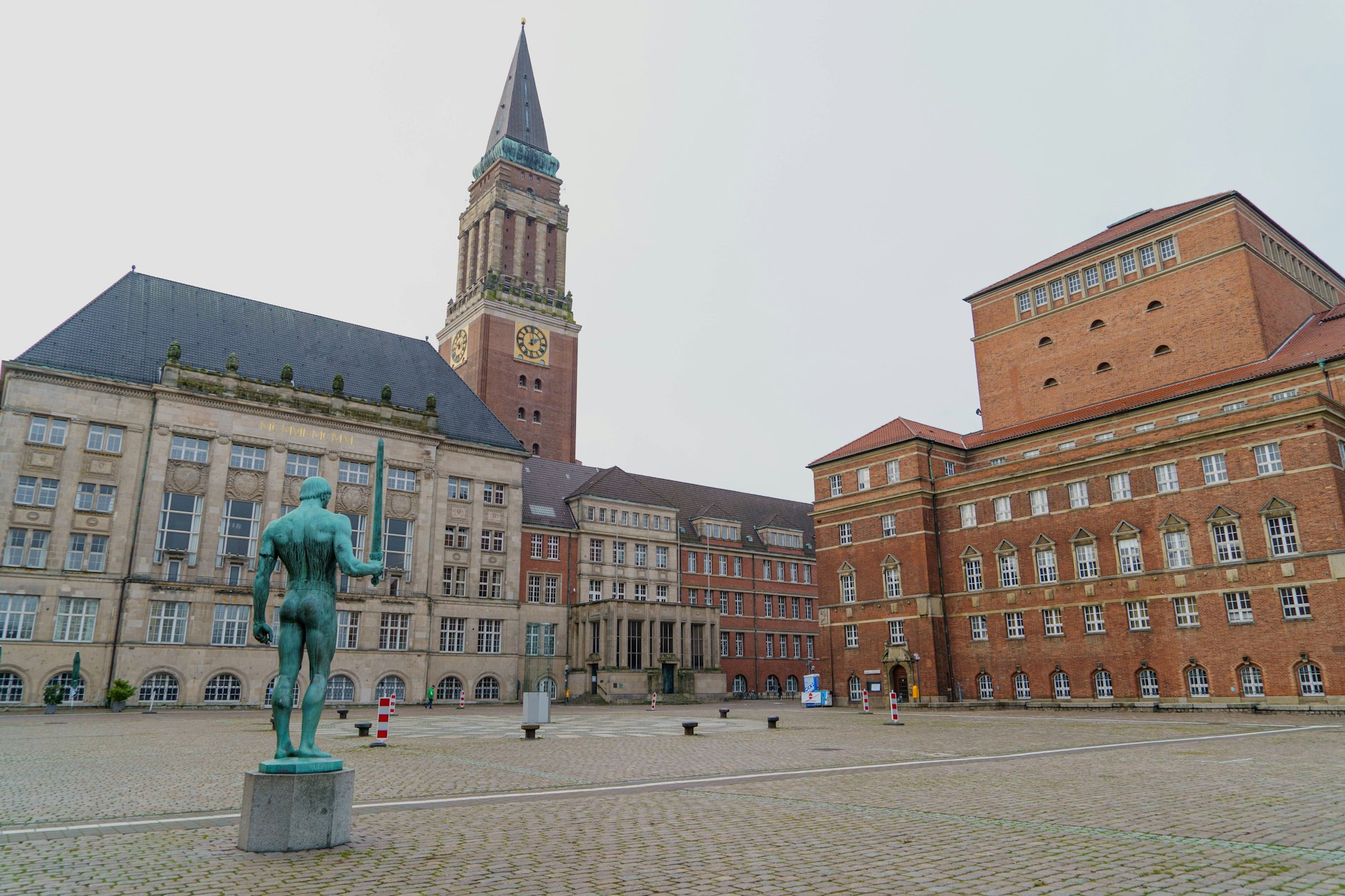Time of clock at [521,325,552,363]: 1:59
